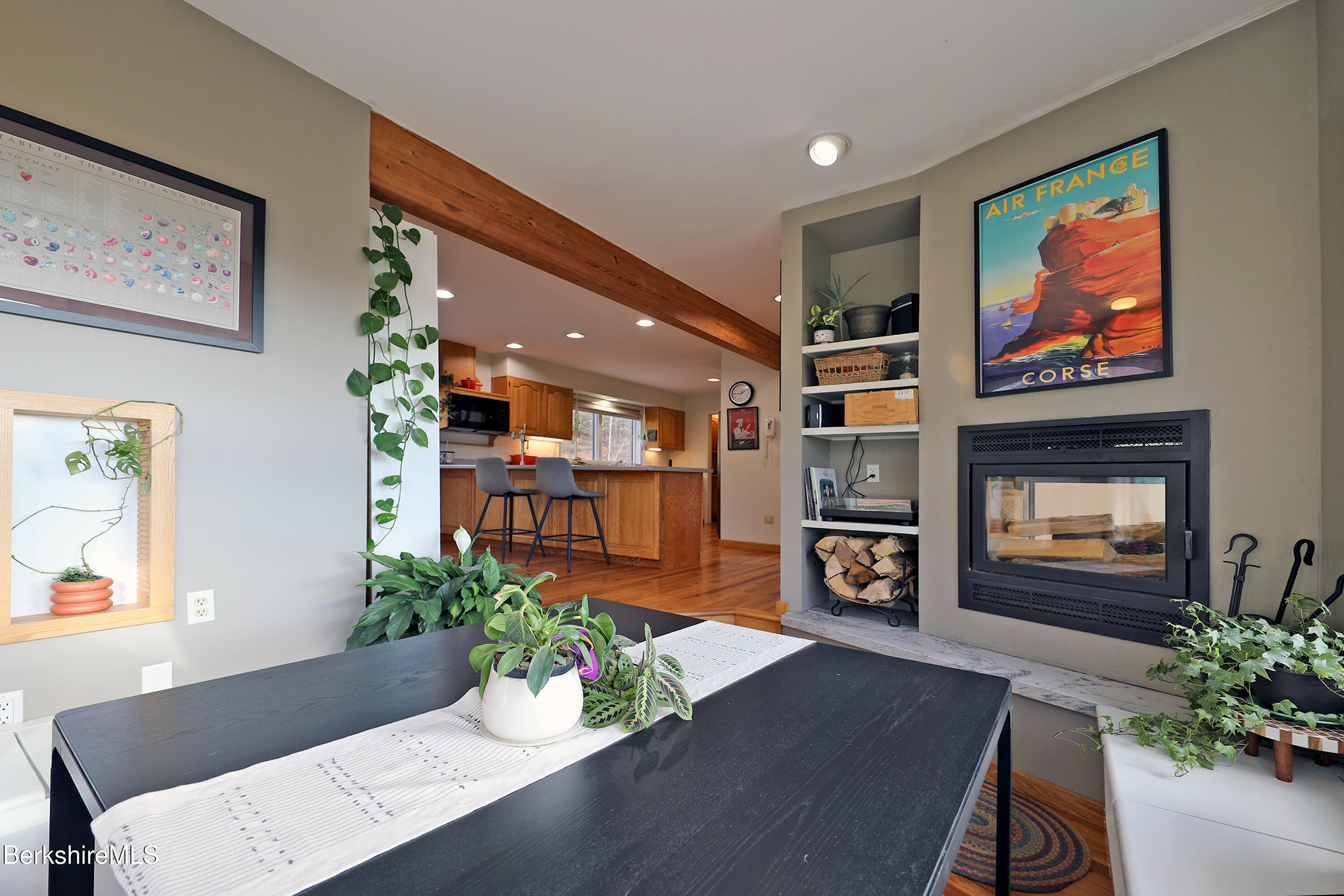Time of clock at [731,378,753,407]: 1:45
